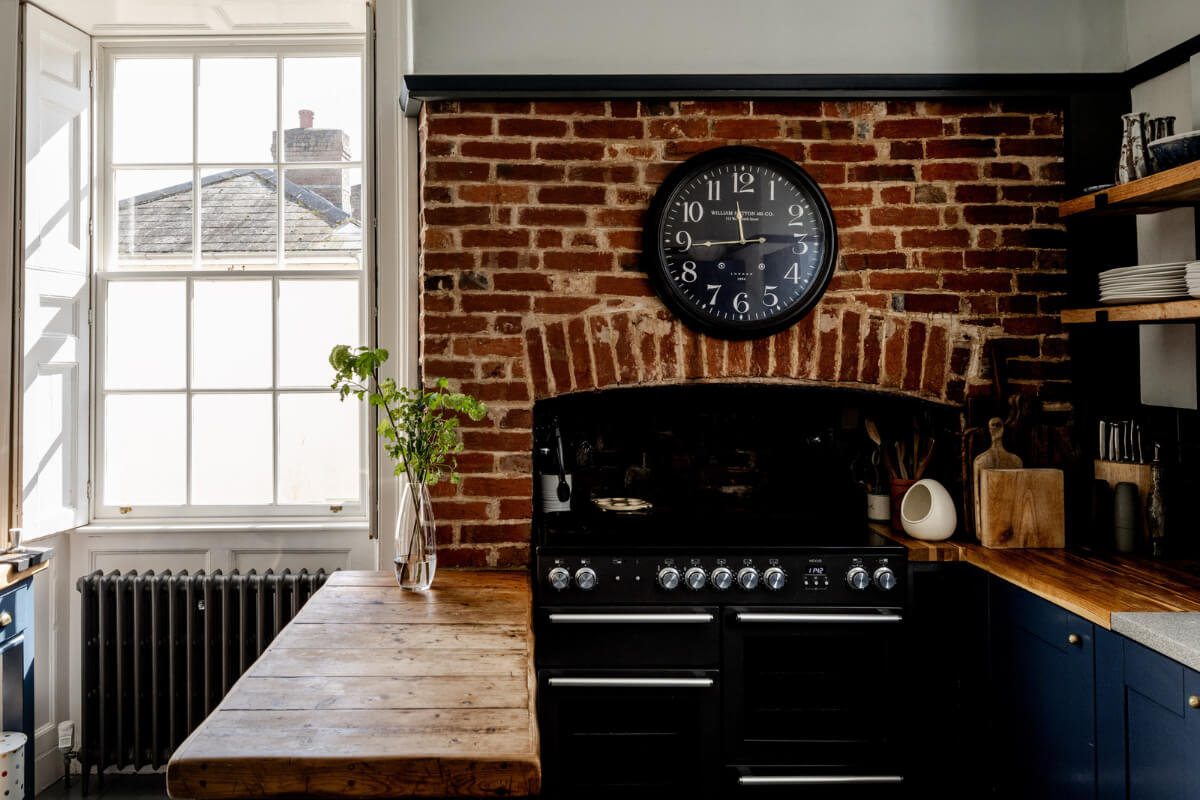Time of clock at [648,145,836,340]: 7:44
